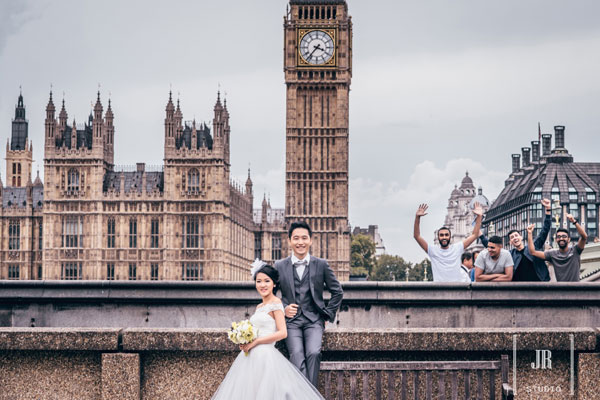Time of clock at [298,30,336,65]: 3:36
